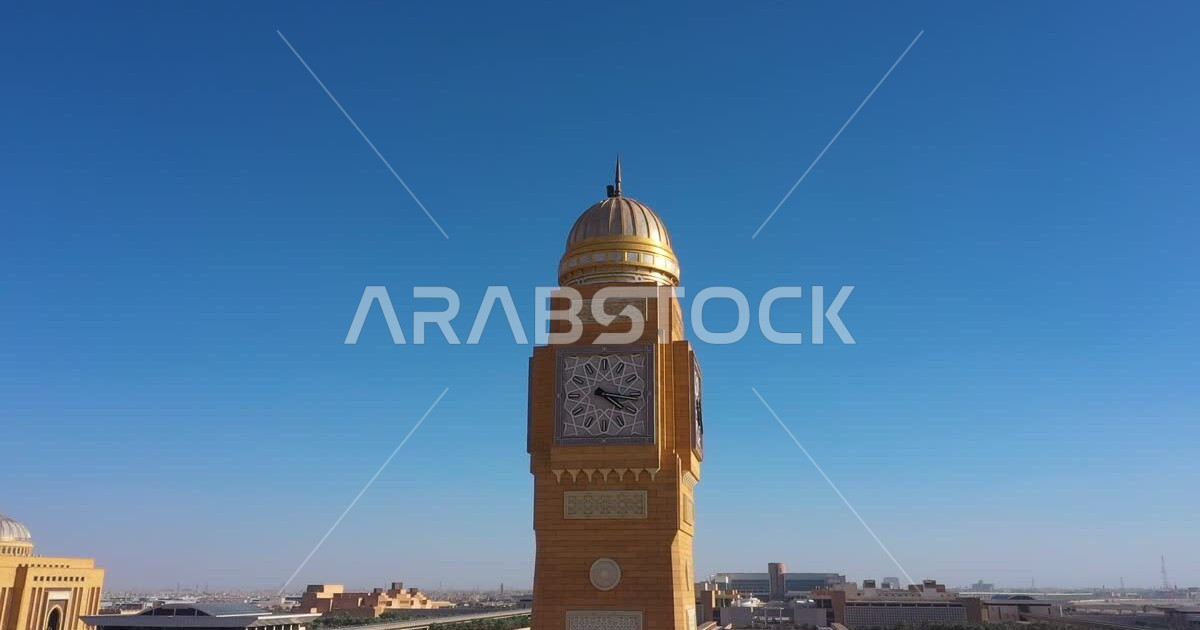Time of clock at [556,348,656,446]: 4:16
